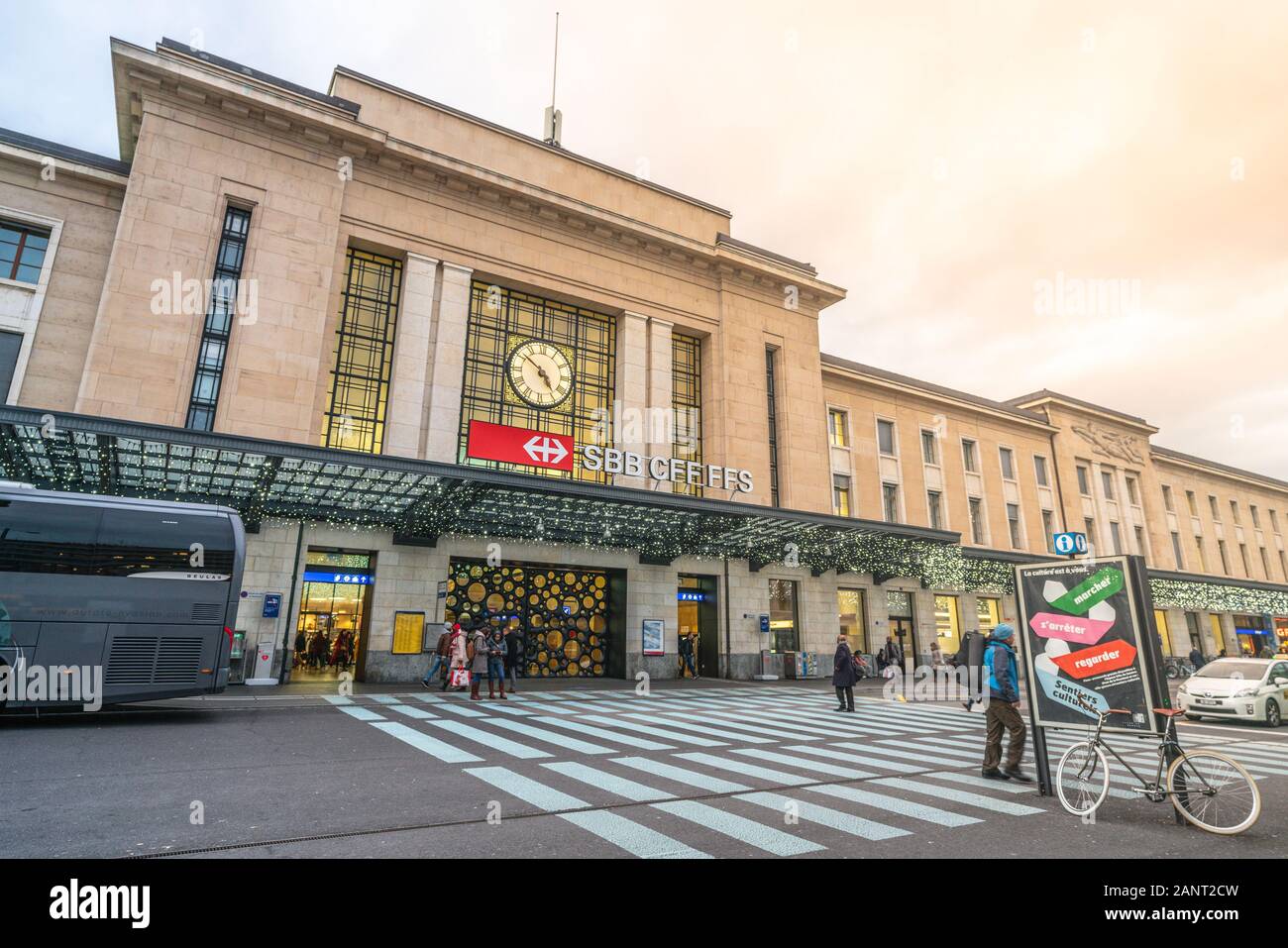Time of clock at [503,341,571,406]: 4:51
